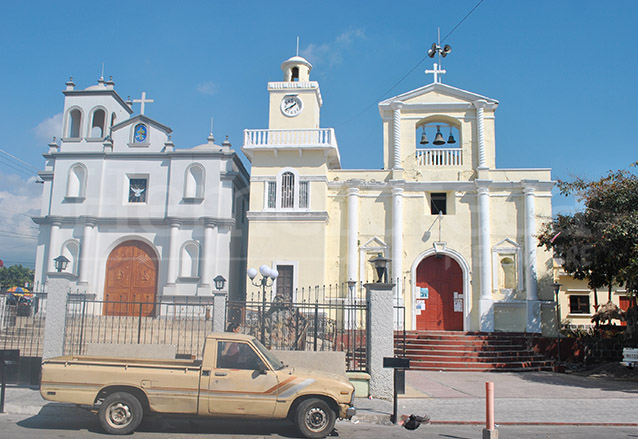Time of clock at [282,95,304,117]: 1:40
